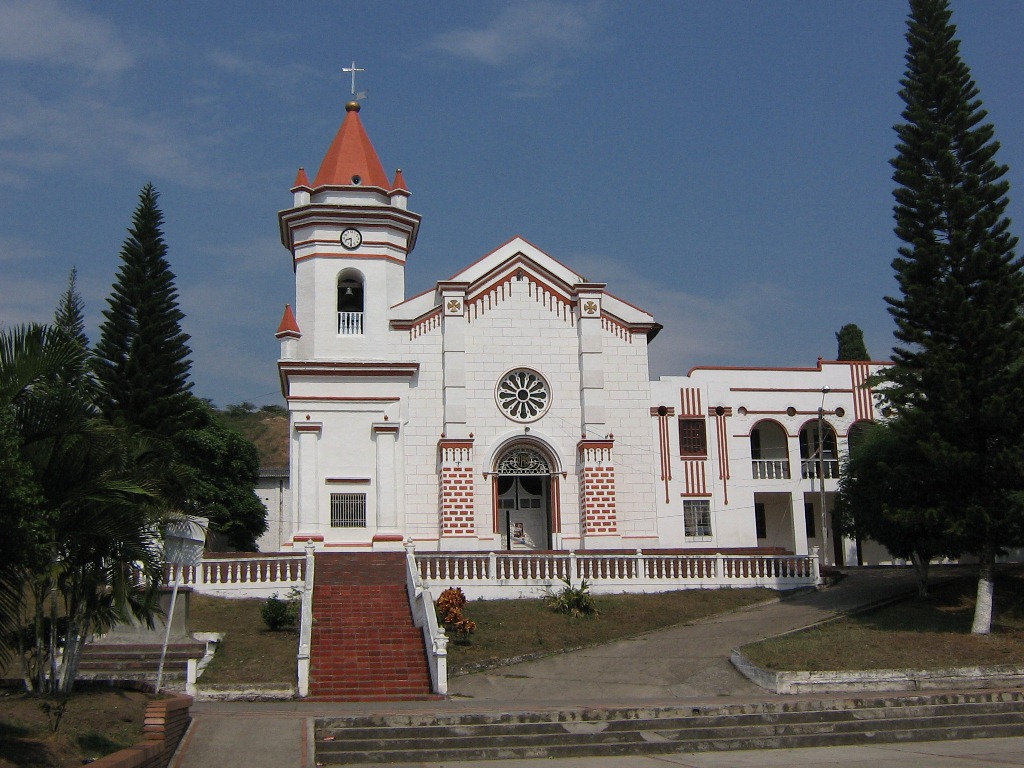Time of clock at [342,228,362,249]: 8:30
